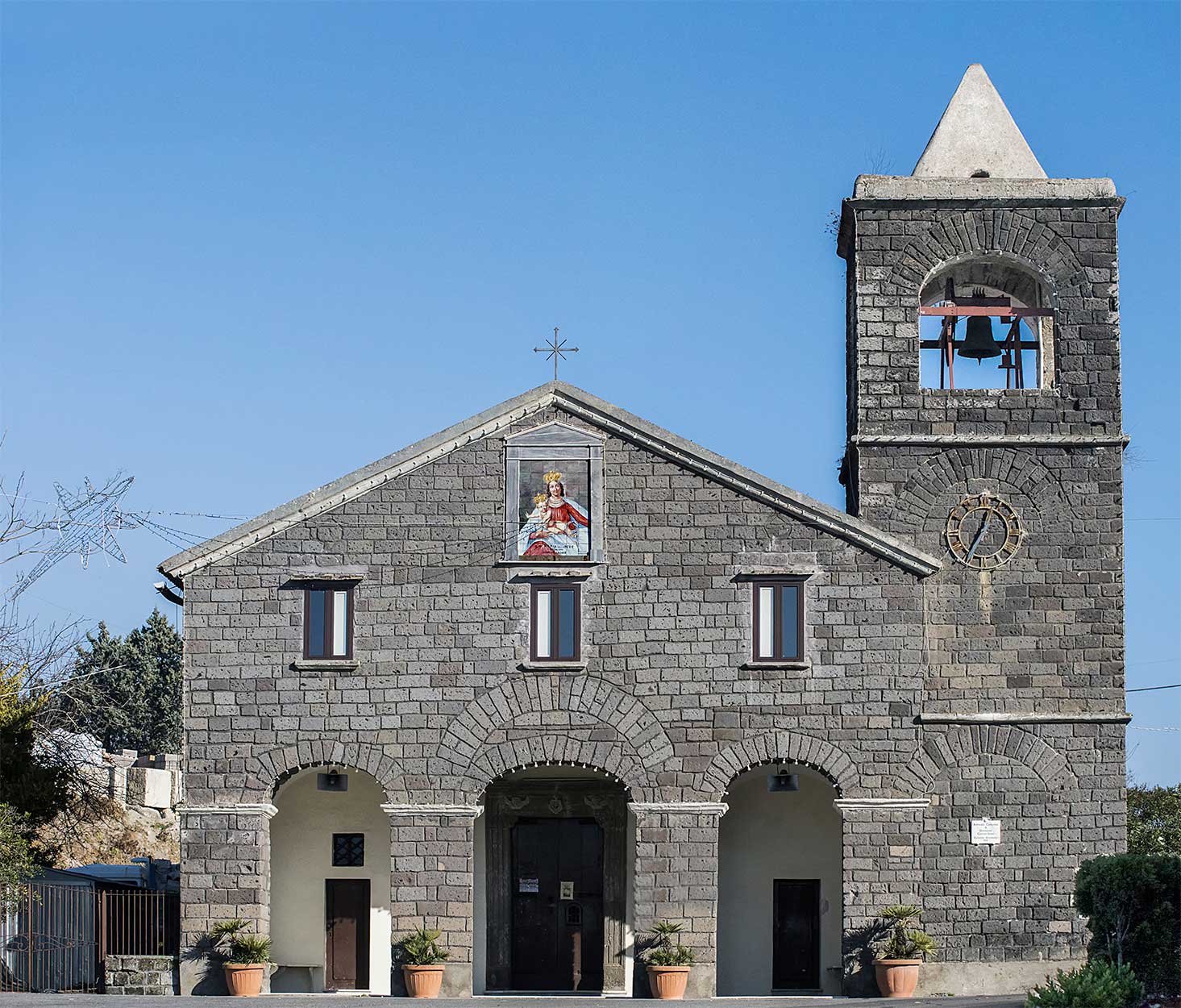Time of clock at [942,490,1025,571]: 12:34
